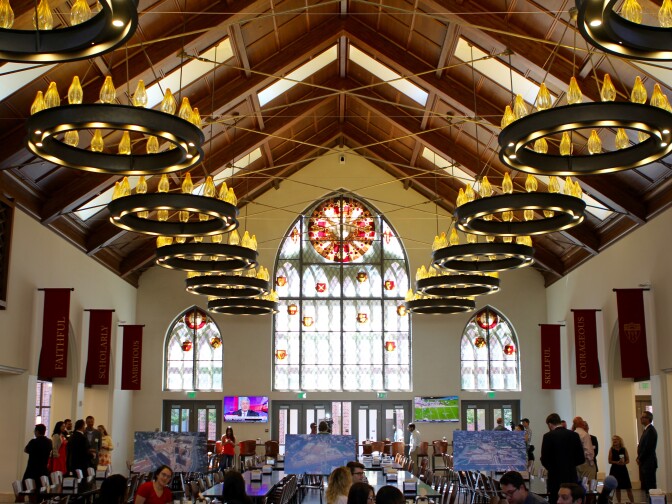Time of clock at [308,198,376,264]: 5:59
